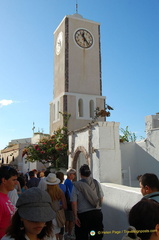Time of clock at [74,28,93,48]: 11:23
